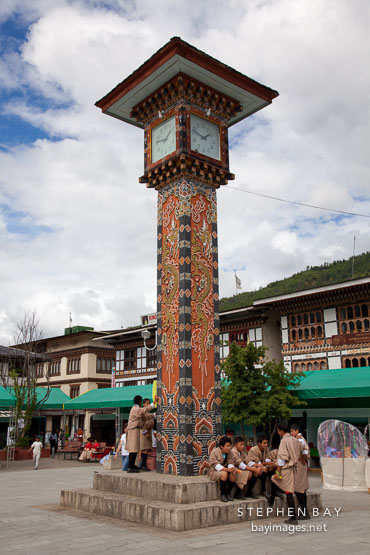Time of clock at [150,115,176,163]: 1:46
